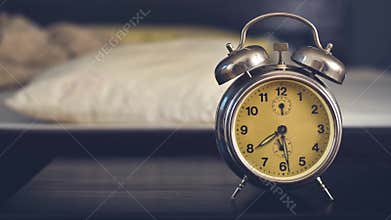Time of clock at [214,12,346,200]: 5:39
